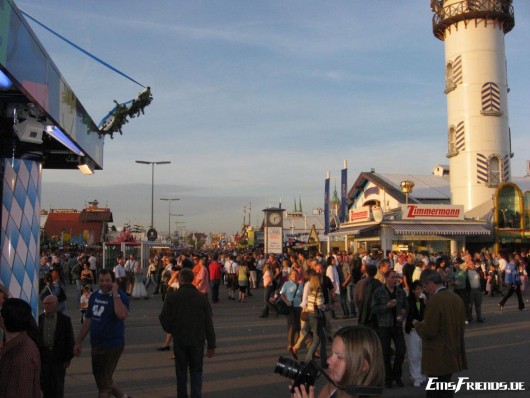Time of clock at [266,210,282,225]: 6:10
